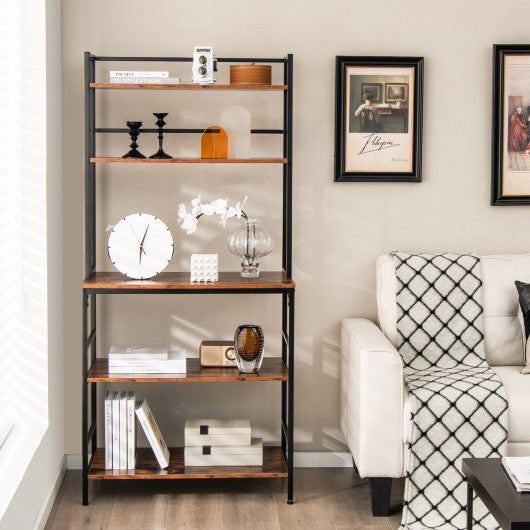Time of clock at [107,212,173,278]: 6:03
